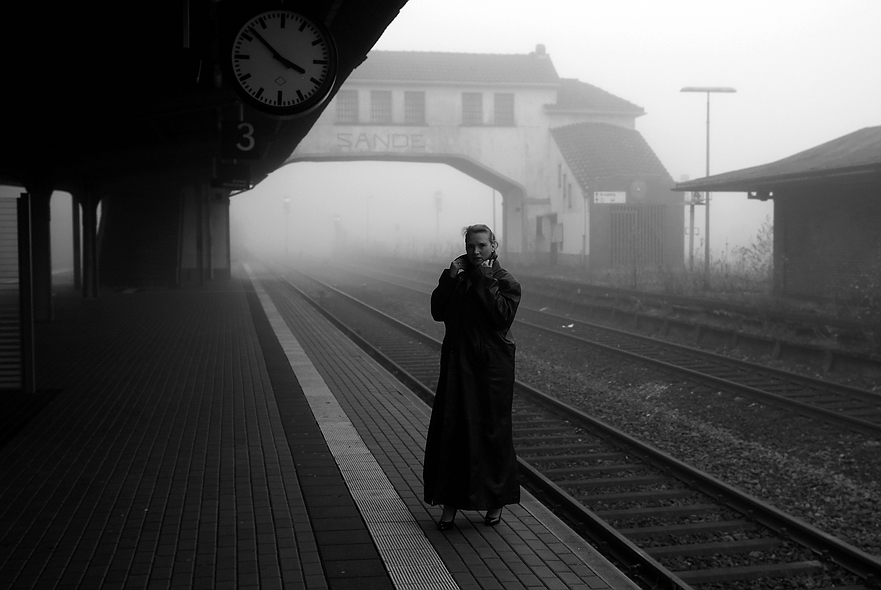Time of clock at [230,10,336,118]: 3:52
